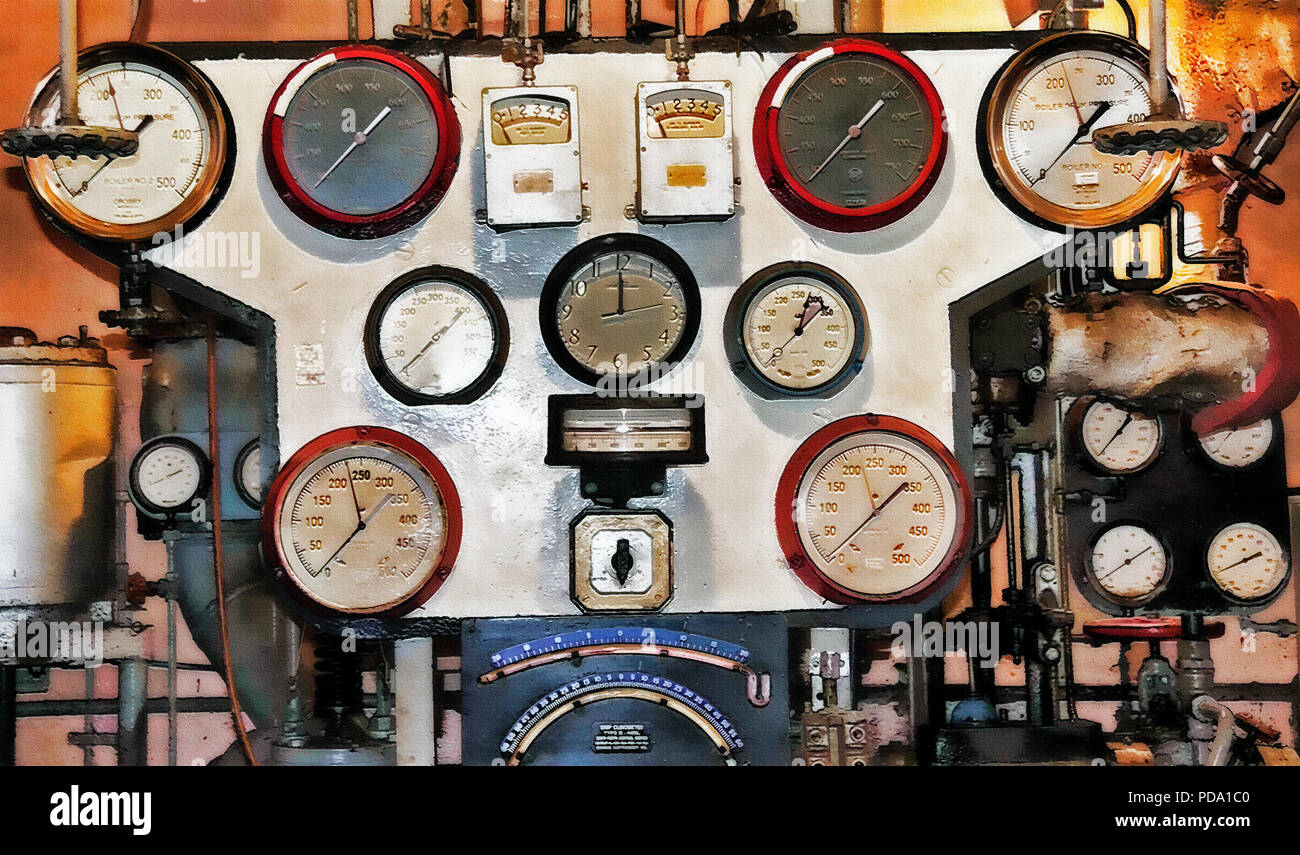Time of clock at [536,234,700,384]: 11:59
